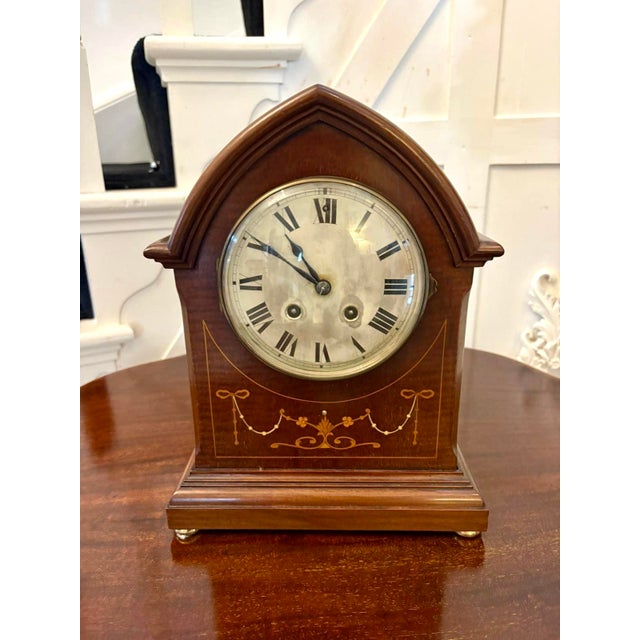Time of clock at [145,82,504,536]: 10:50
